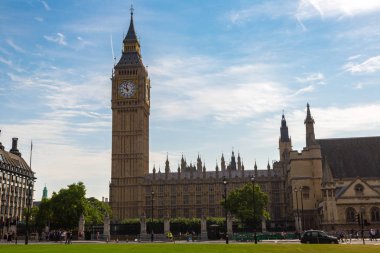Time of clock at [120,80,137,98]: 9:57
